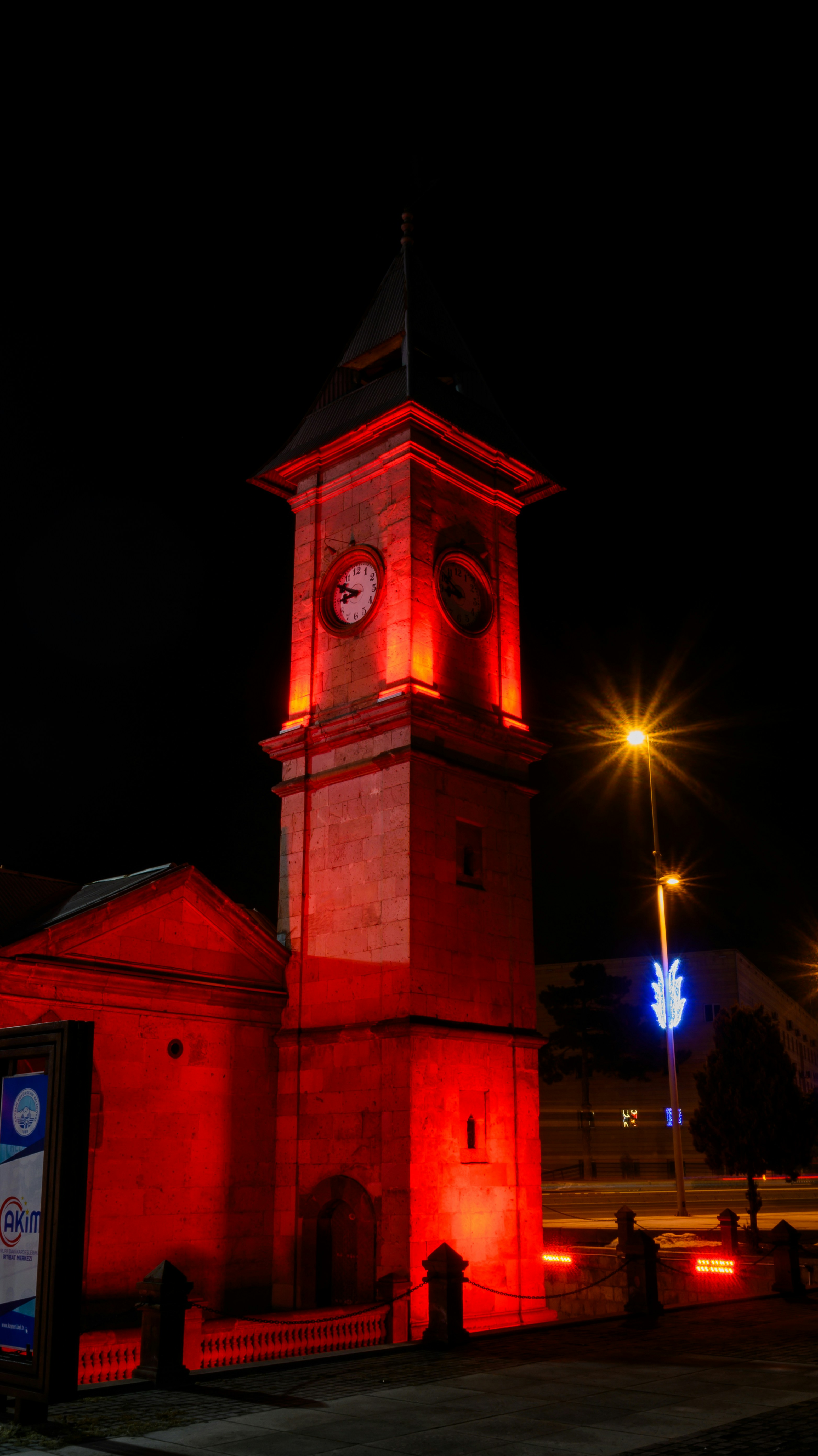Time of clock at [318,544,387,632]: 8:49
